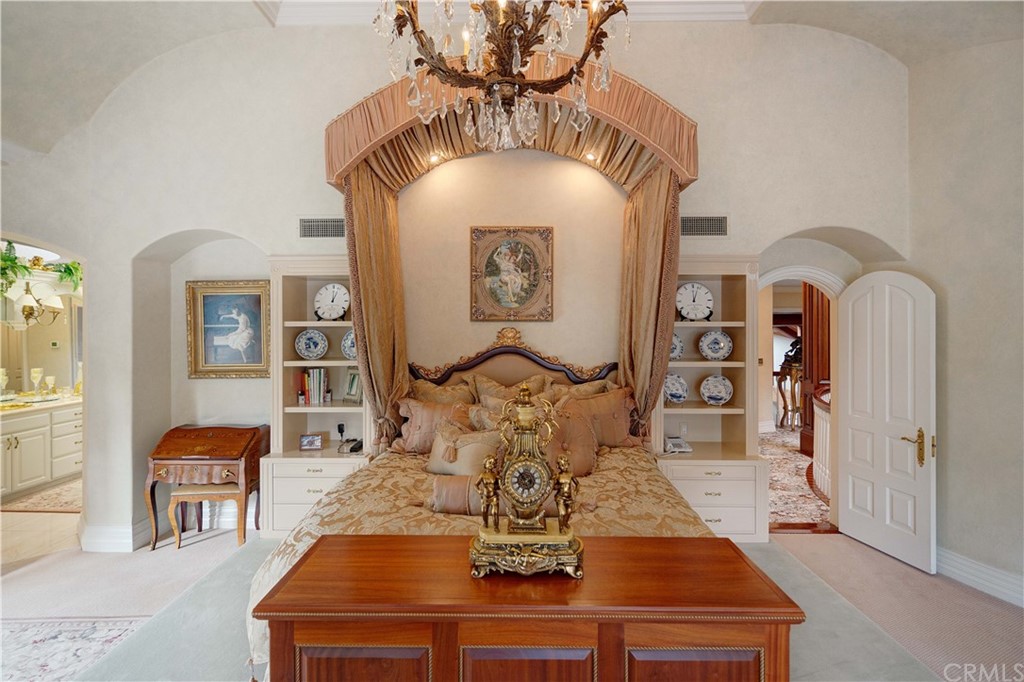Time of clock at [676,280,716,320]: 12:03
